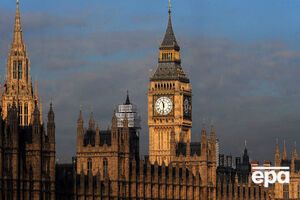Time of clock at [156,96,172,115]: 11:31
